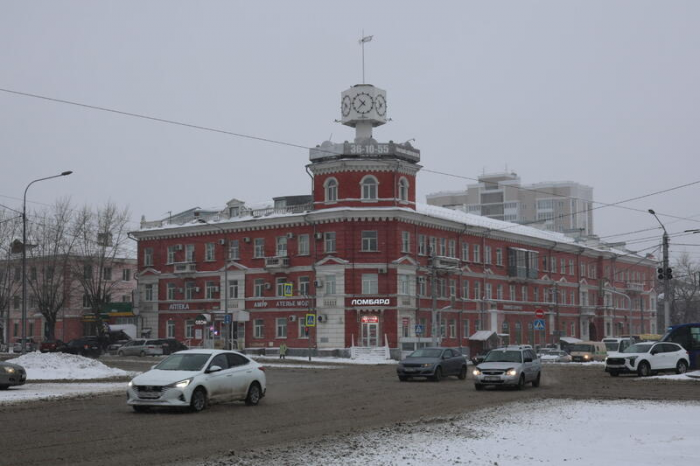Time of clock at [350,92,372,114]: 10:37
